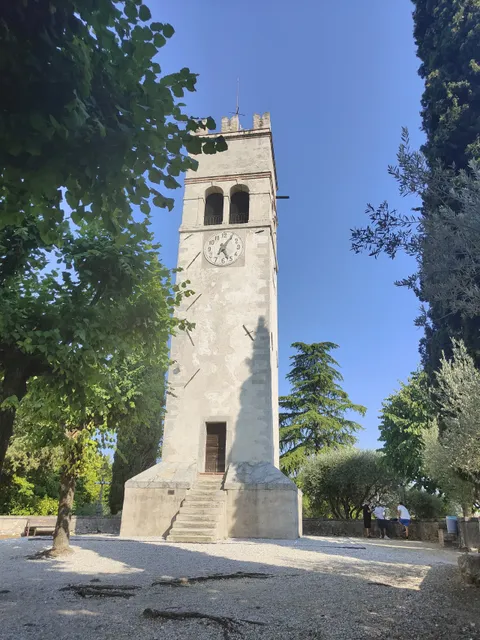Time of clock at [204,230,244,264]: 5:05
